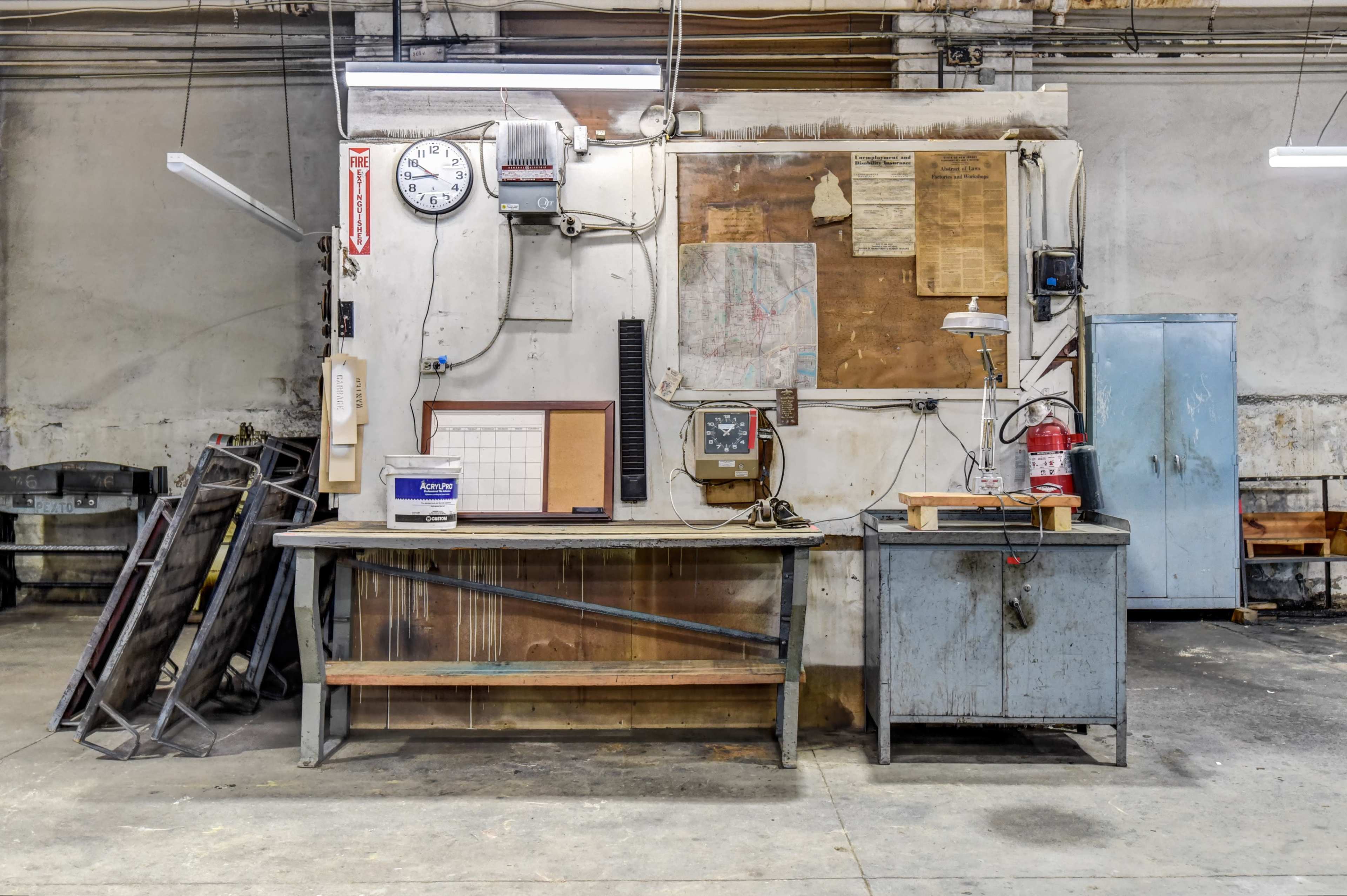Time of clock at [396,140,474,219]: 8:50
